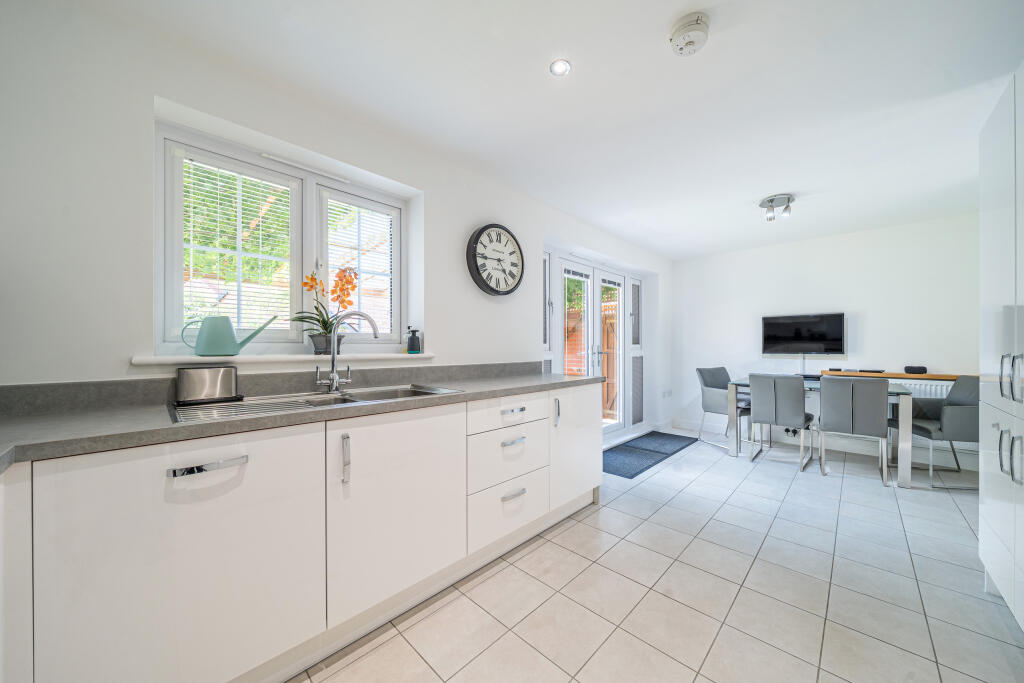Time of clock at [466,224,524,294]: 4:44
